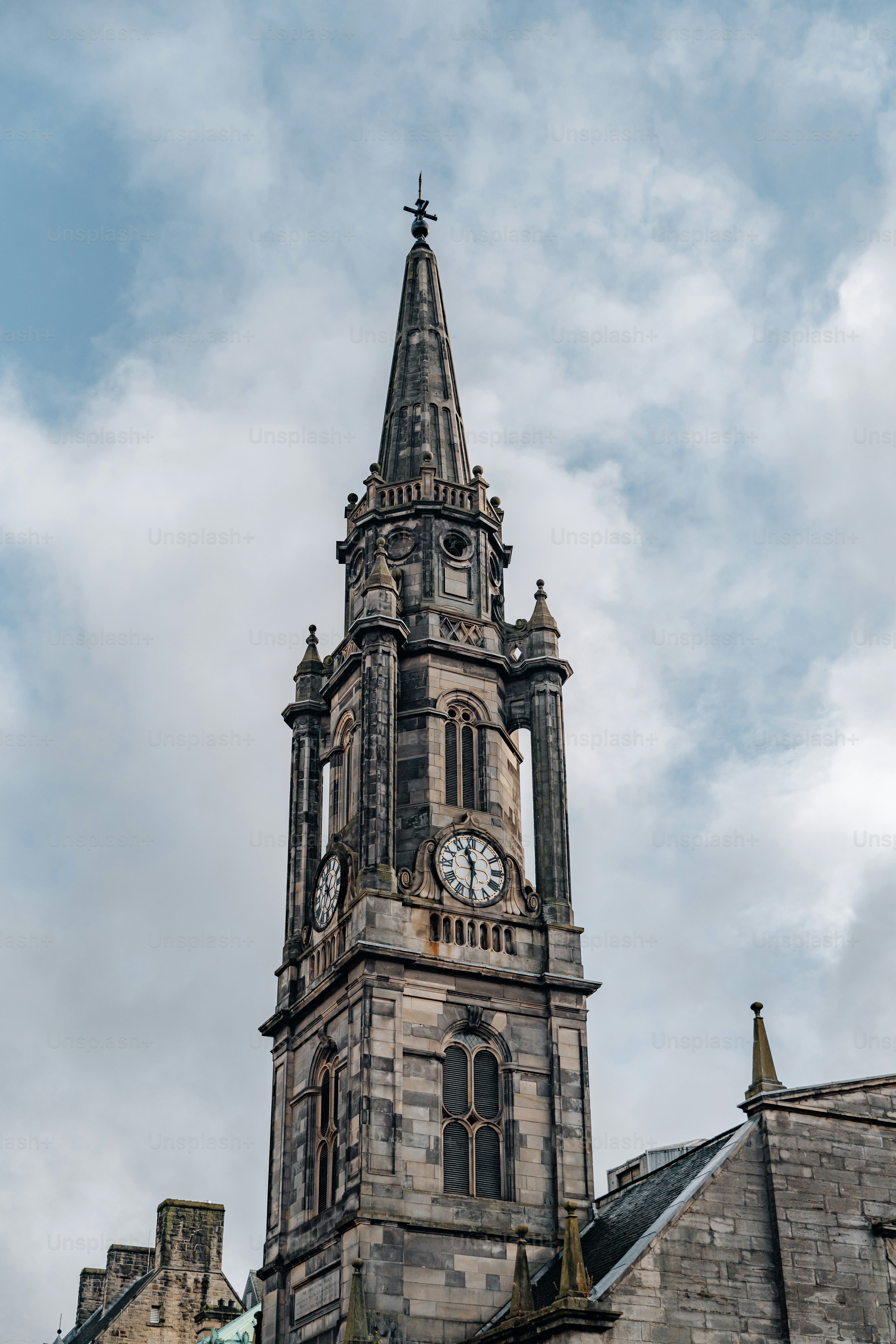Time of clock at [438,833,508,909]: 11:31
